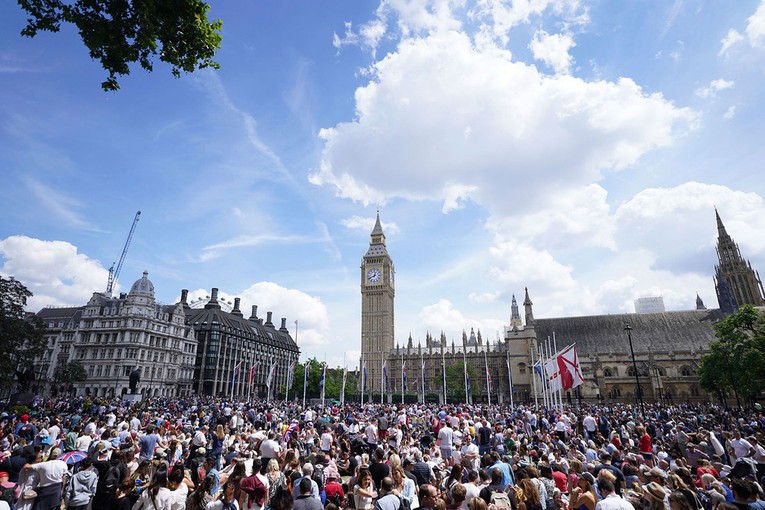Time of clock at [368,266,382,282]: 12:41
